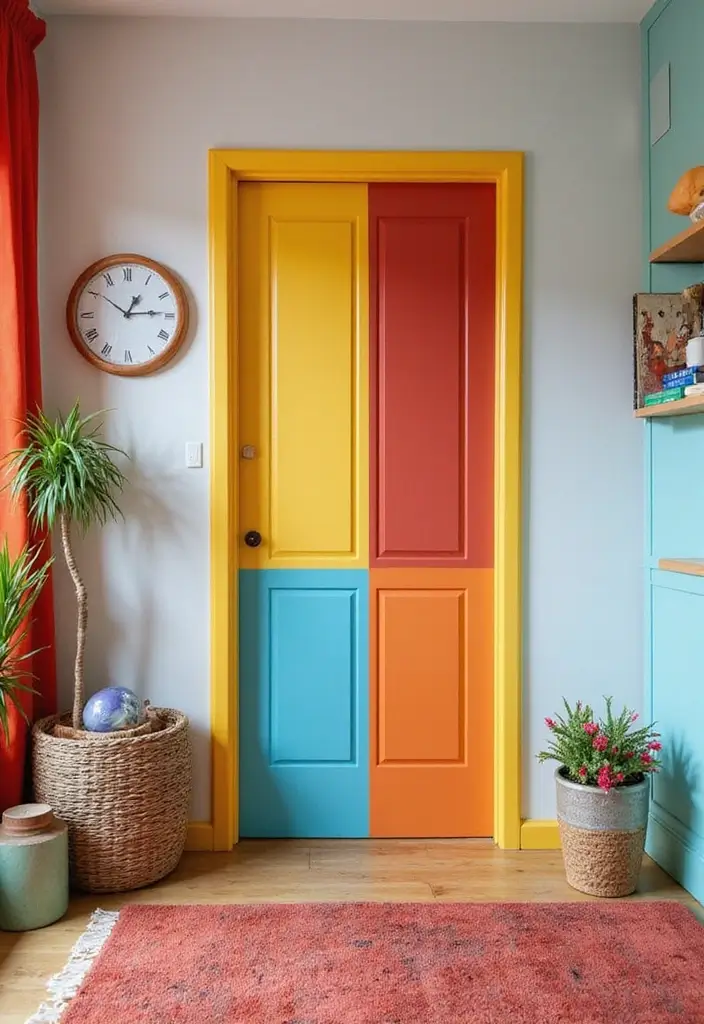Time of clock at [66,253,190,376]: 1:14
